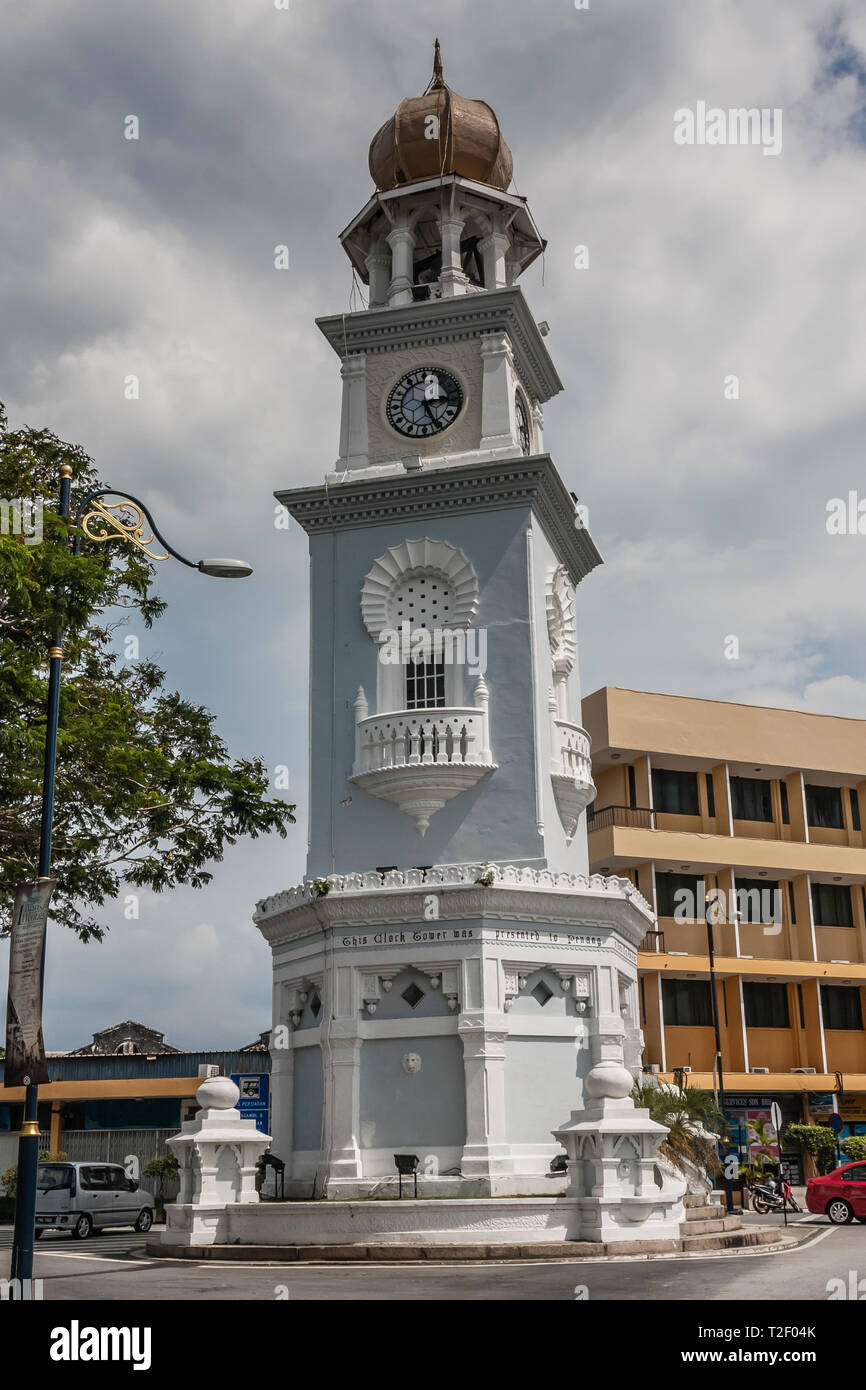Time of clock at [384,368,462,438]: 5:14
